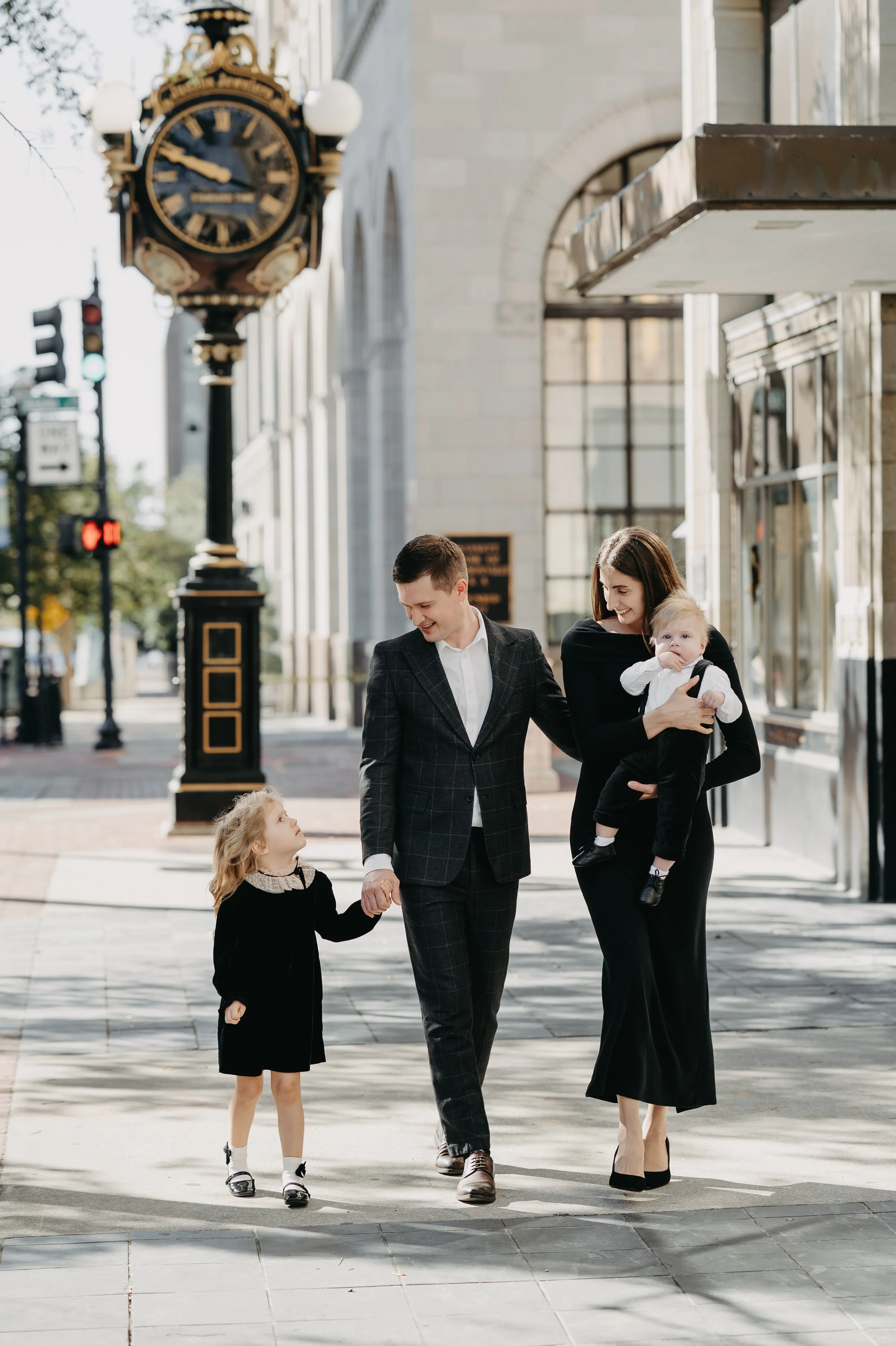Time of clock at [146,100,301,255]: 3:48
